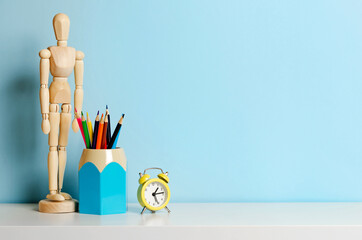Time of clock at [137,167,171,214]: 1:13
